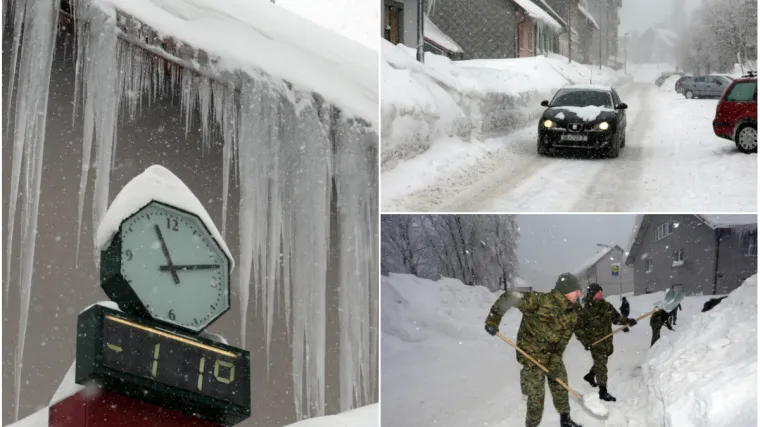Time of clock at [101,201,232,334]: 11:12
